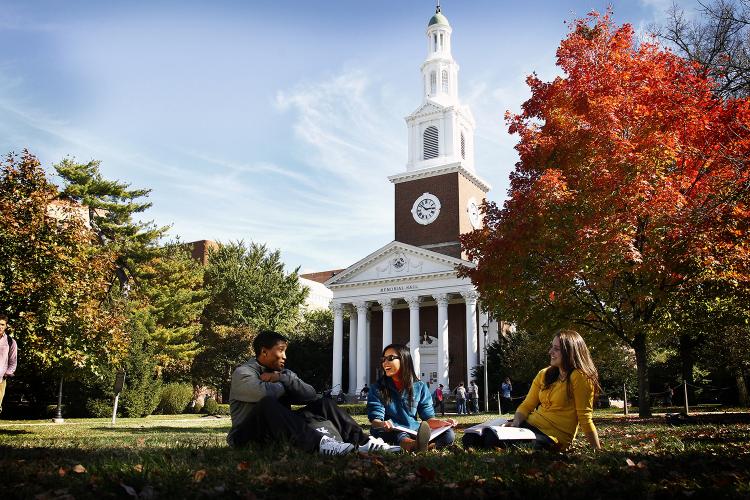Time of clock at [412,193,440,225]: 2:52
